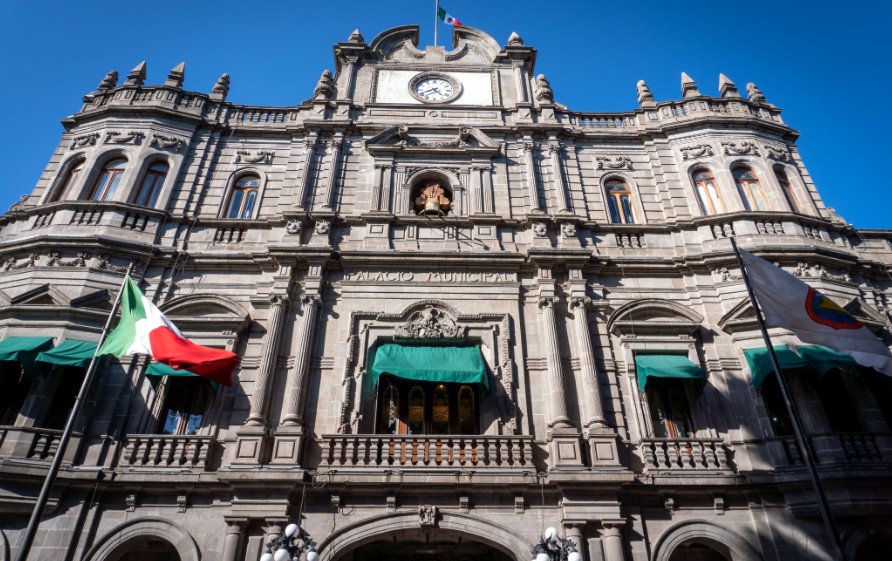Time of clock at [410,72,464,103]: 4:40
